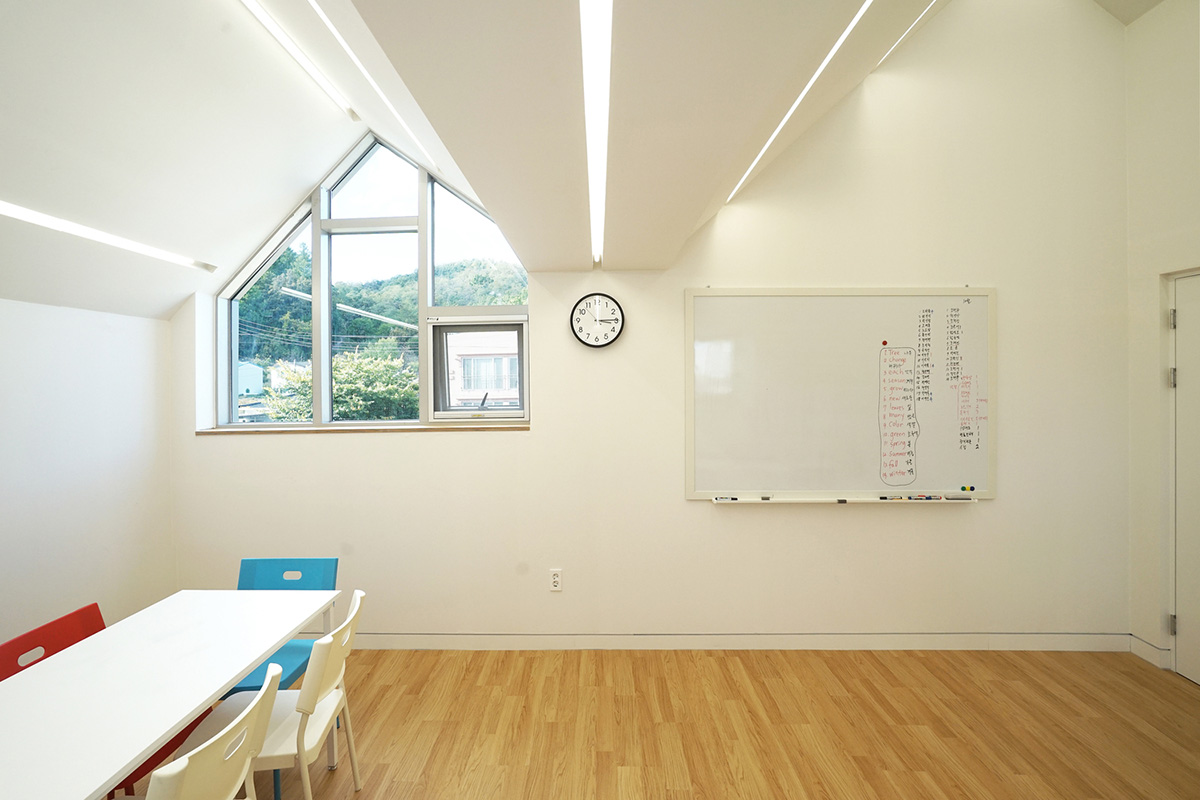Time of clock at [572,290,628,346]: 3:14
